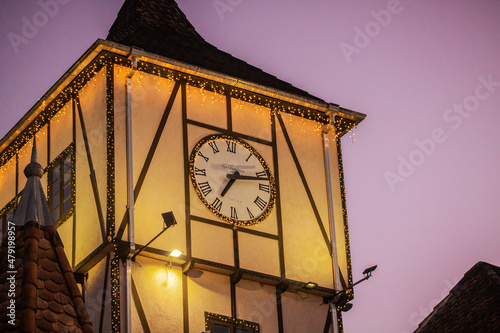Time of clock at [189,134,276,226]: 7:12
